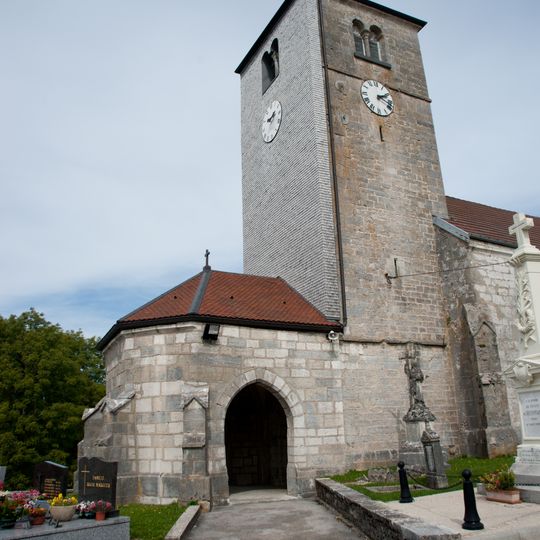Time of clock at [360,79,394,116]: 2:18
